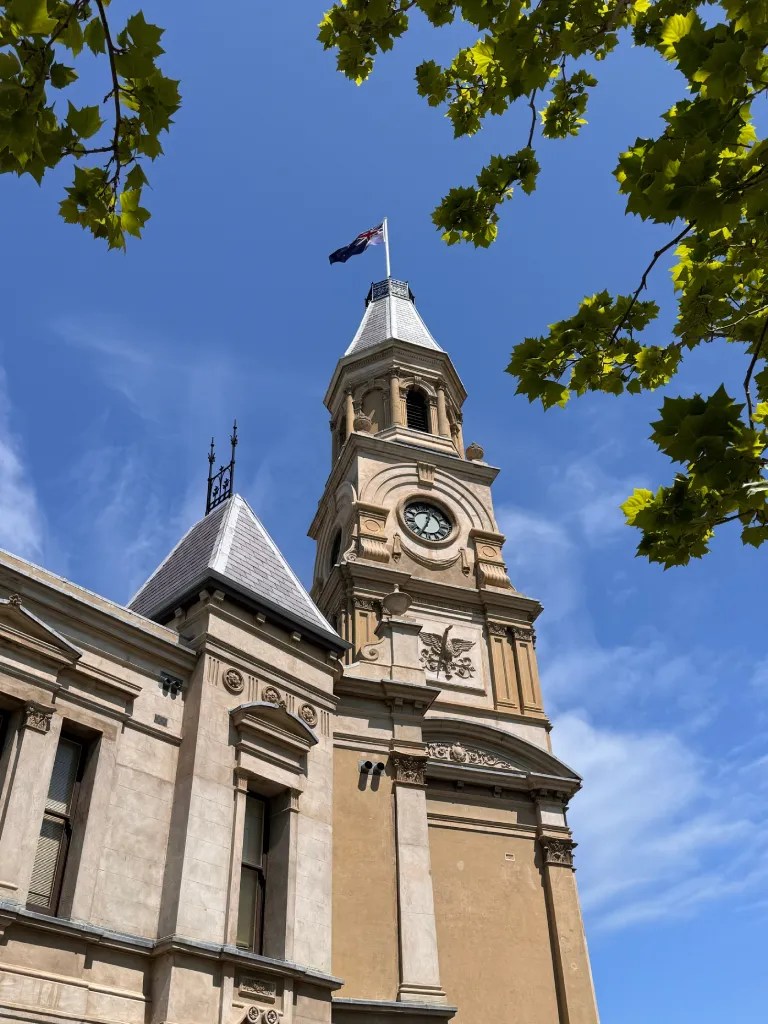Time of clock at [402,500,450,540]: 12:34
